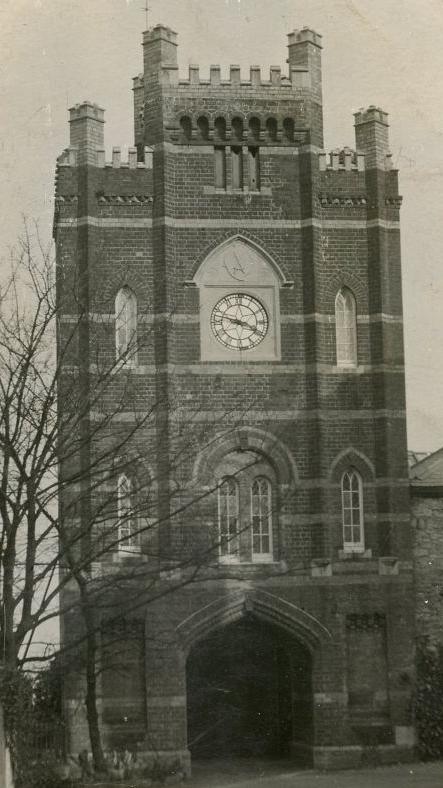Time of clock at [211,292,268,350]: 3:47
